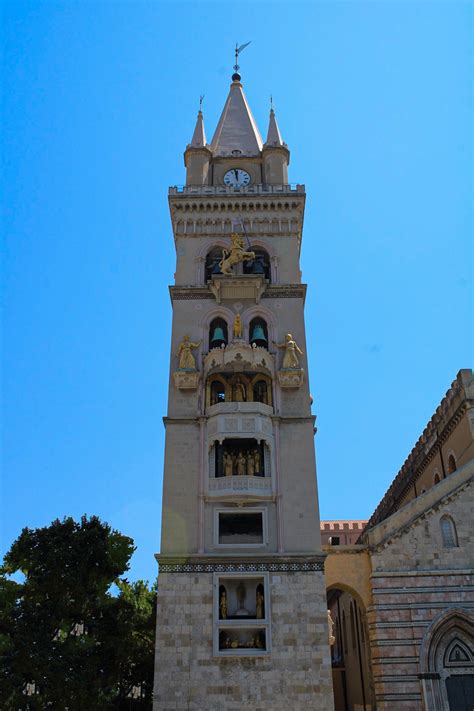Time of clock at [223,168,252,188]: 11:58
